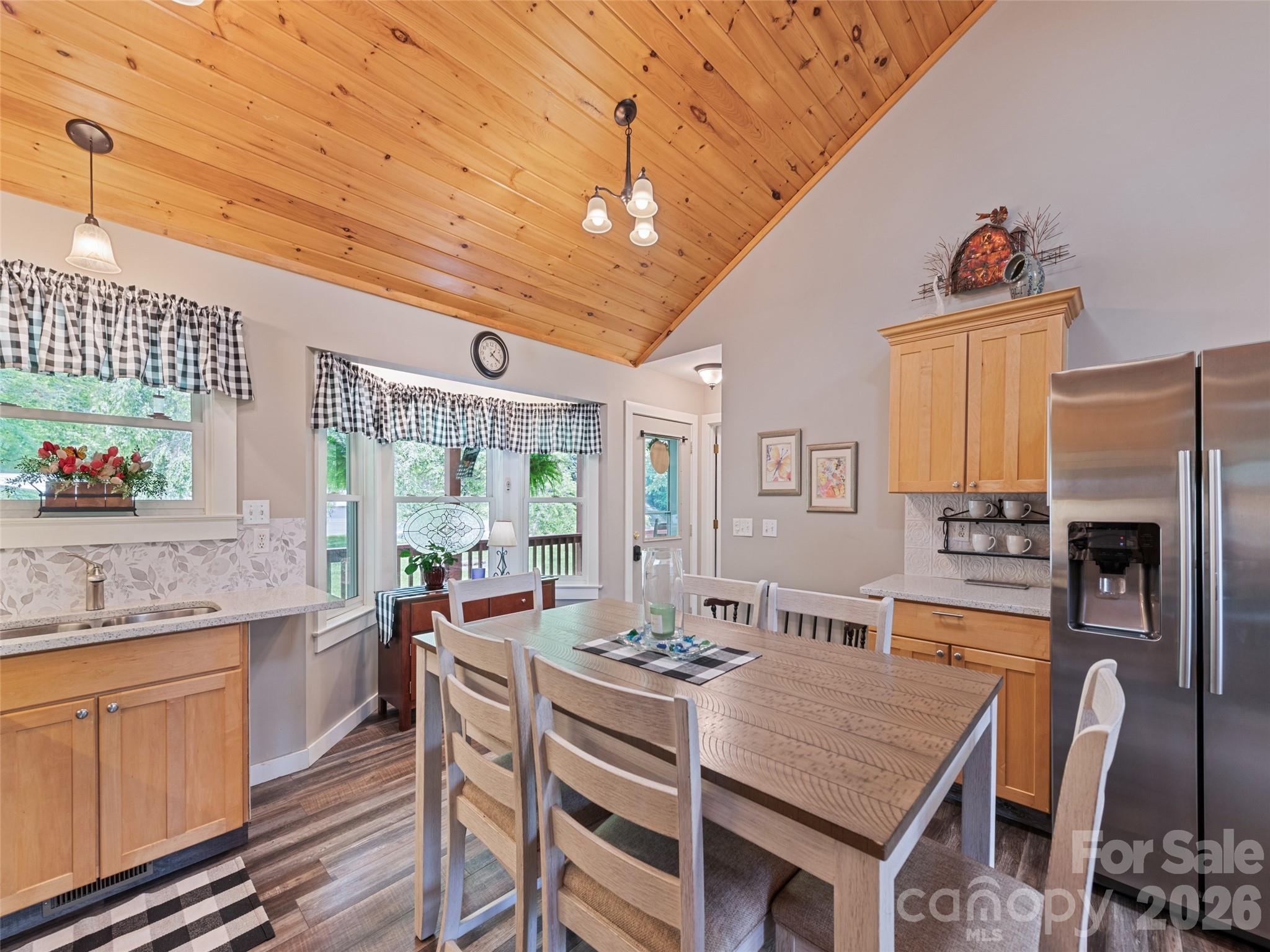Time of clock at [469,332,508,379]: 1:20
